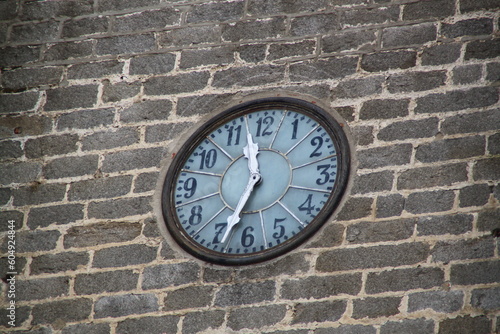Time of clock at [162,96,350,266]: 11:33
